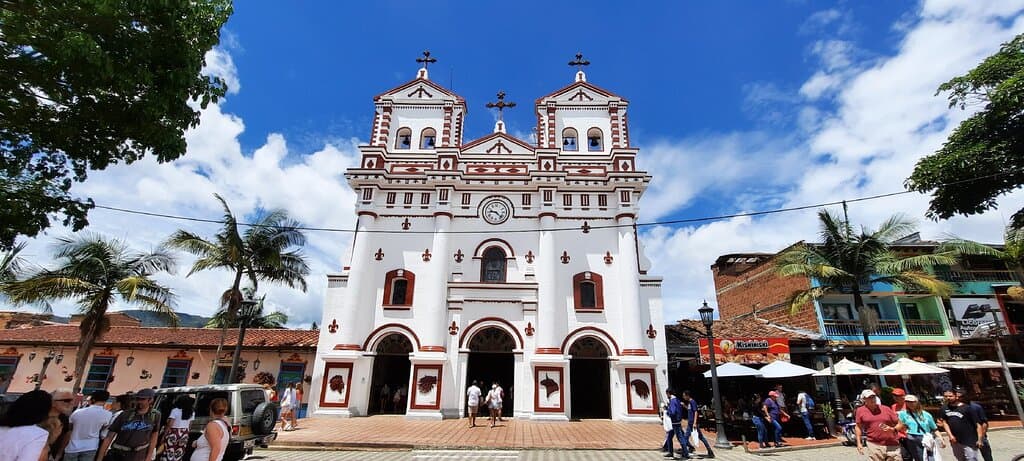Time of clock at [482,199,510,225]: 9:22
